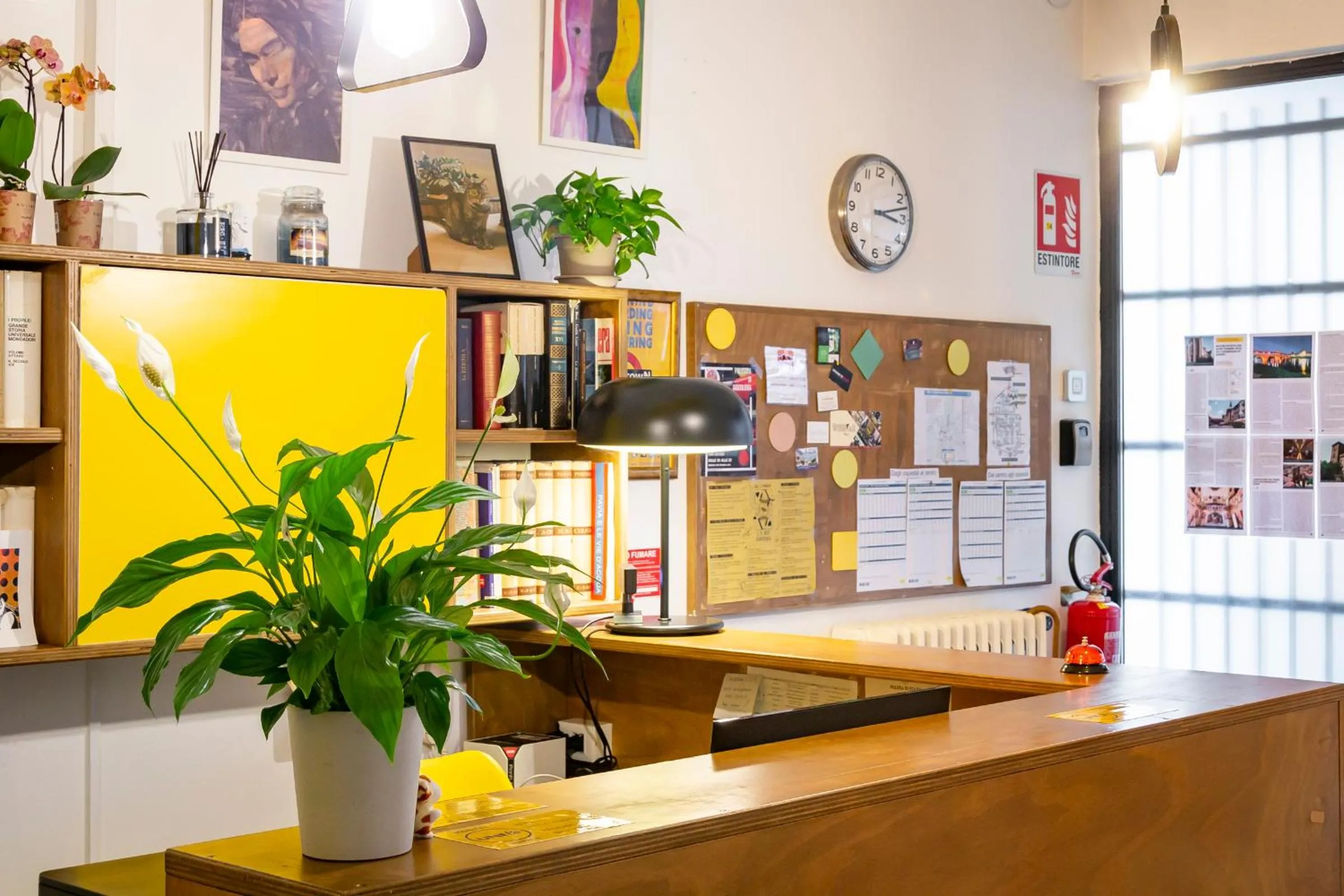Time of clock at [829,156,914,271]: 3:12
